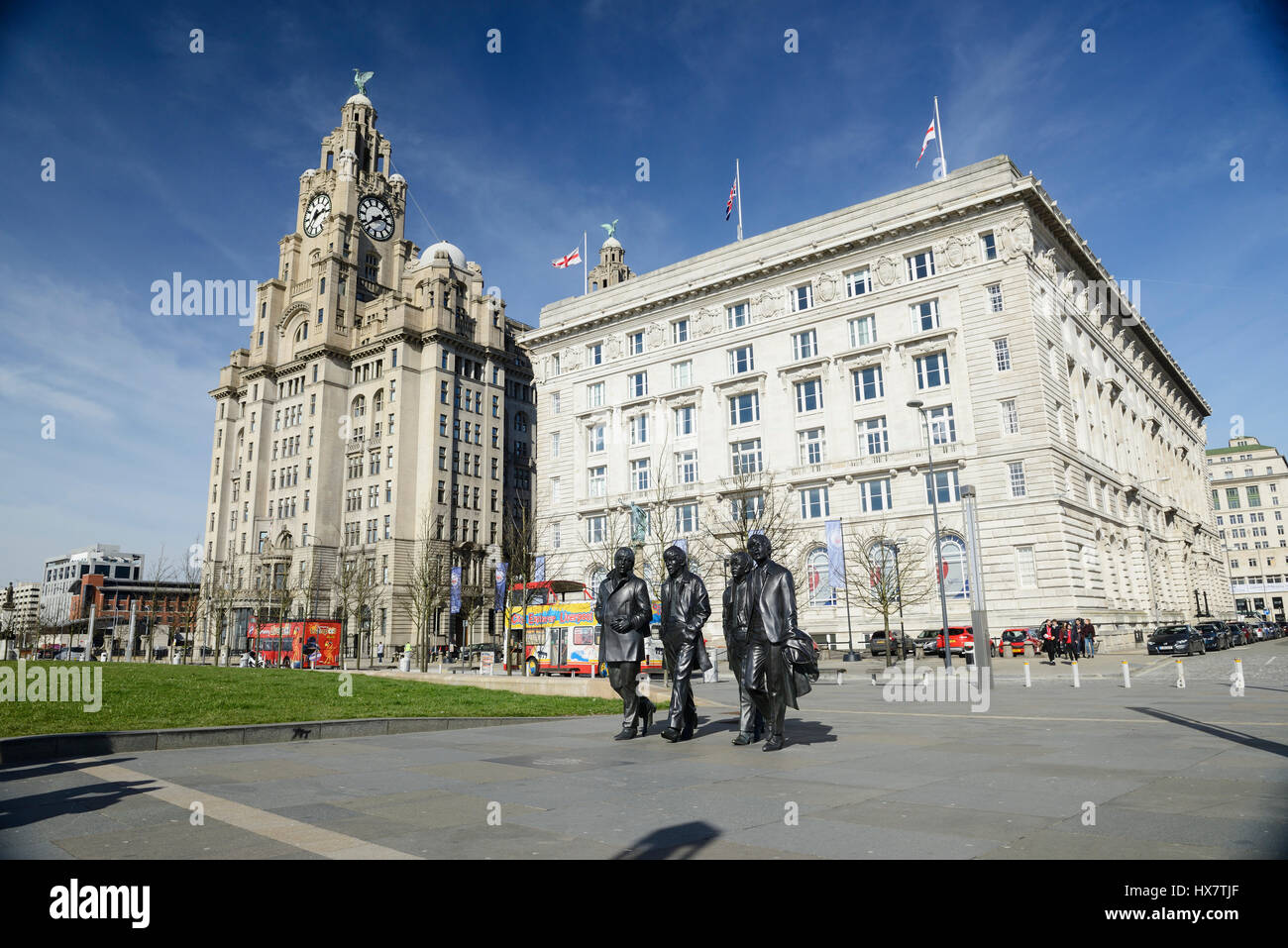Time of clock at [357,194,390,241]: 2:38
